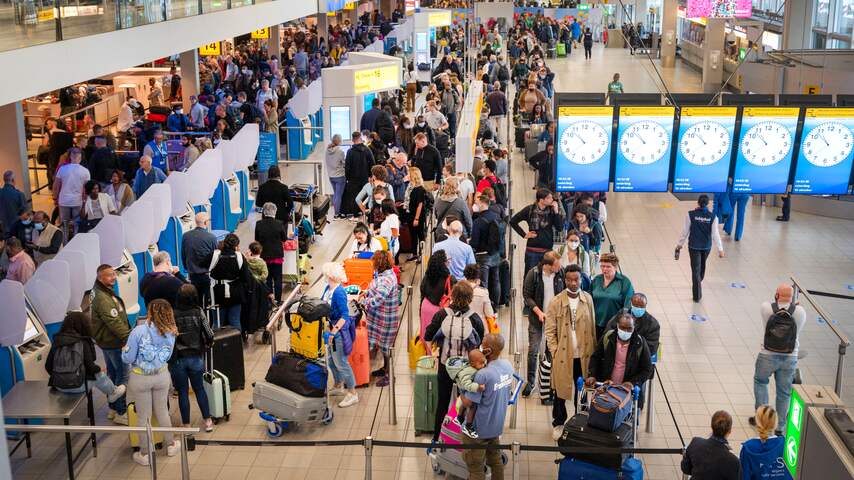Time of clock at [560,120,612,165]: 10:36
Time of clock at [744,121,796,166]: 10:37
